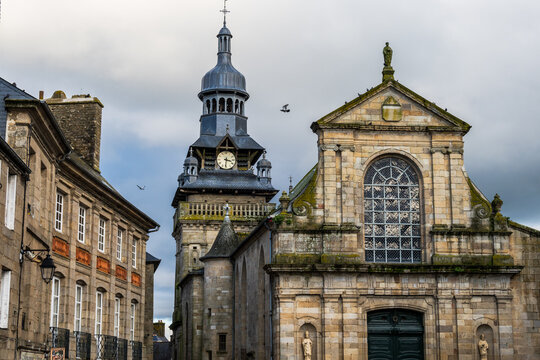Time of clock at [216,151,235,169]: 3:31
